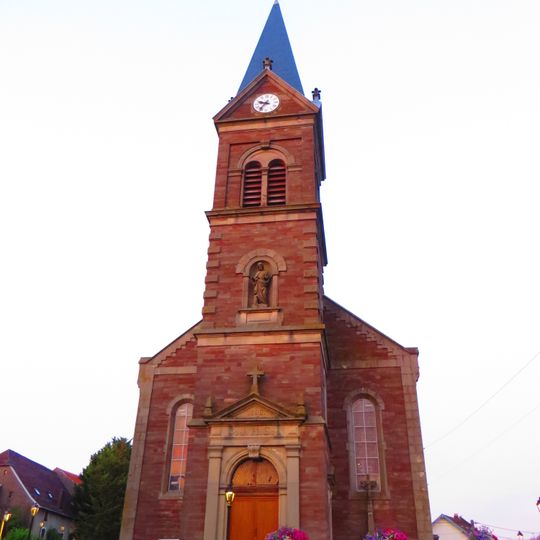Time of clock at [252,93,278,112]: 9:36
